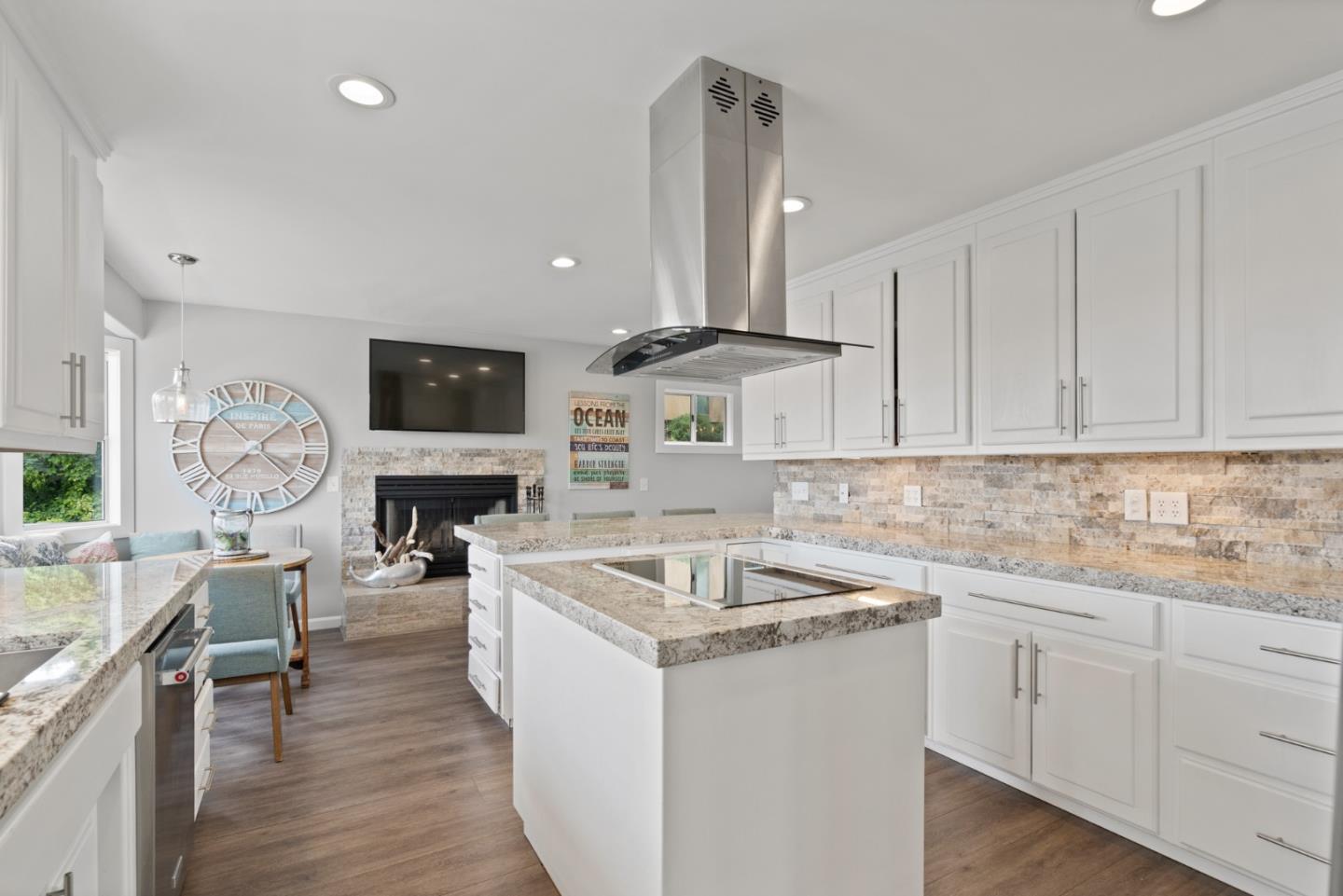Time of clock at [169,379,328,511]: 1:37
